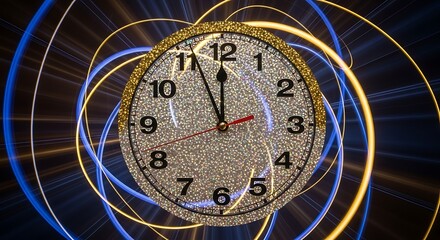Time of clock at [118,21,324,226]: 11:55
